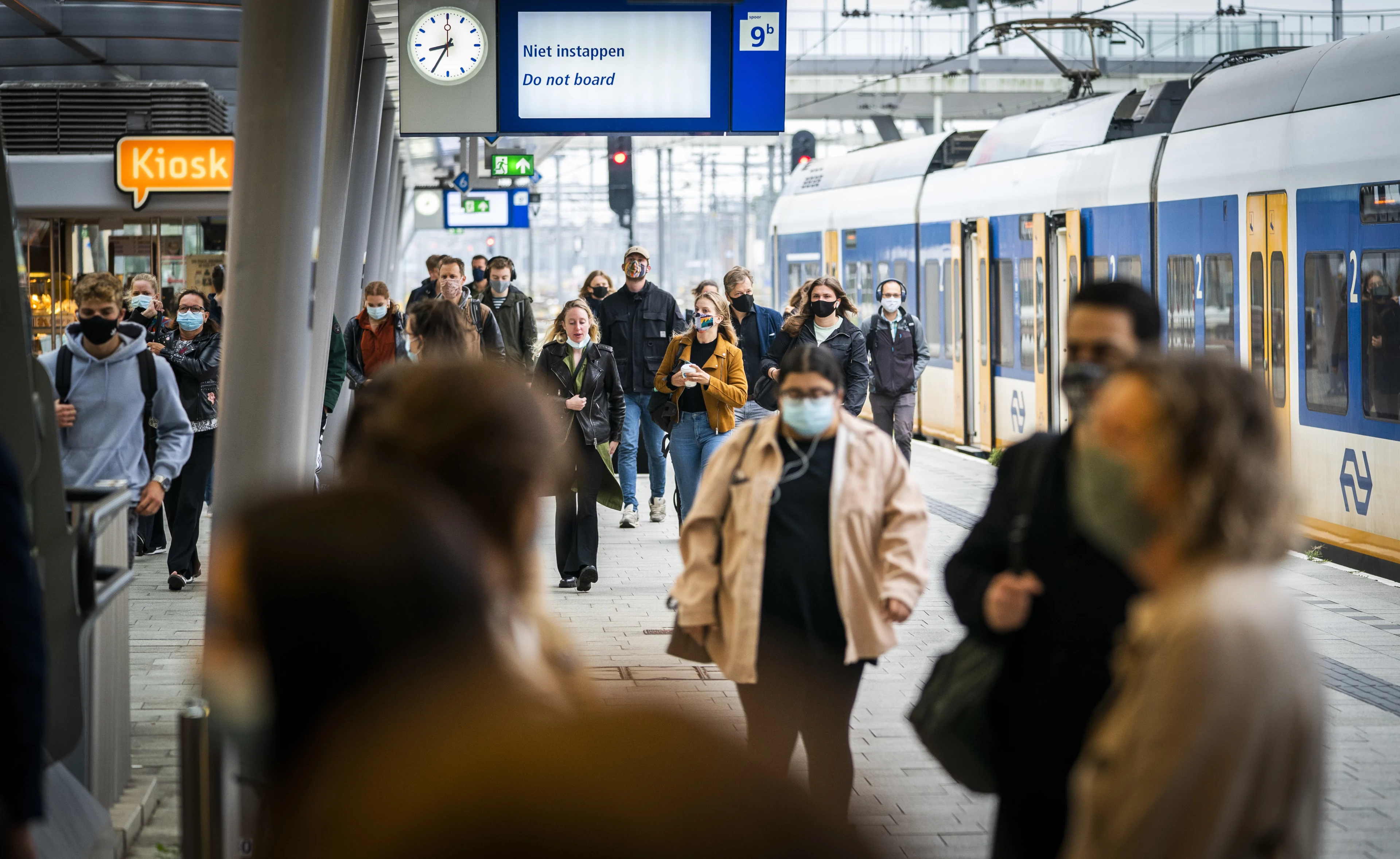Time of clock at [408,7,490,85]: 8:34
